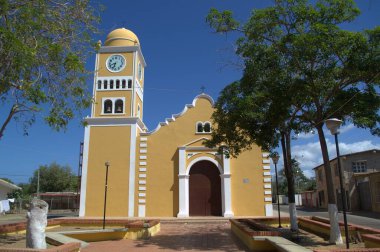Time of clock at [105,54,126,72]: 8:33
